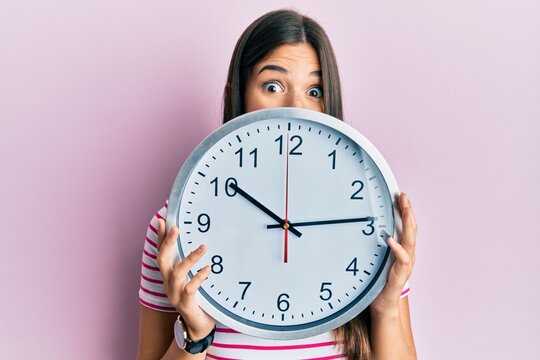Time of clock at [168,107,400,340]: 10:13
